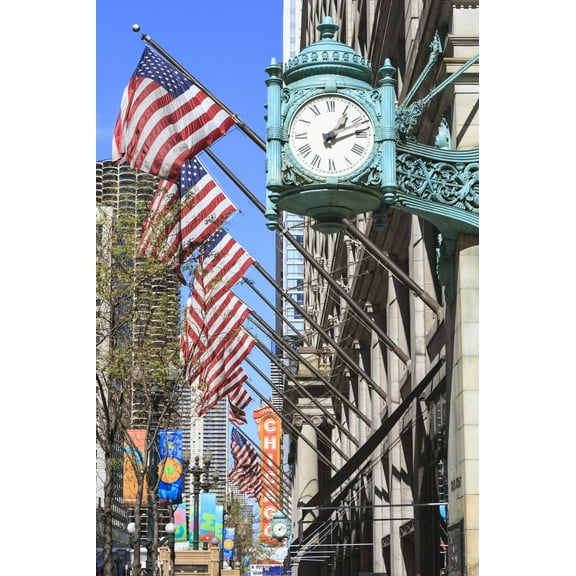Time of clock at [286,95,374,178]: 1:12
